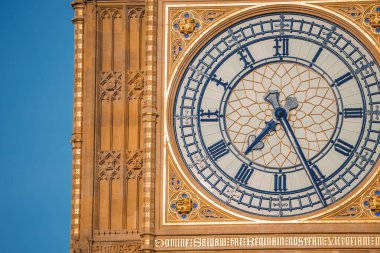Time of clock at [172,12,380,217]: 7:25
